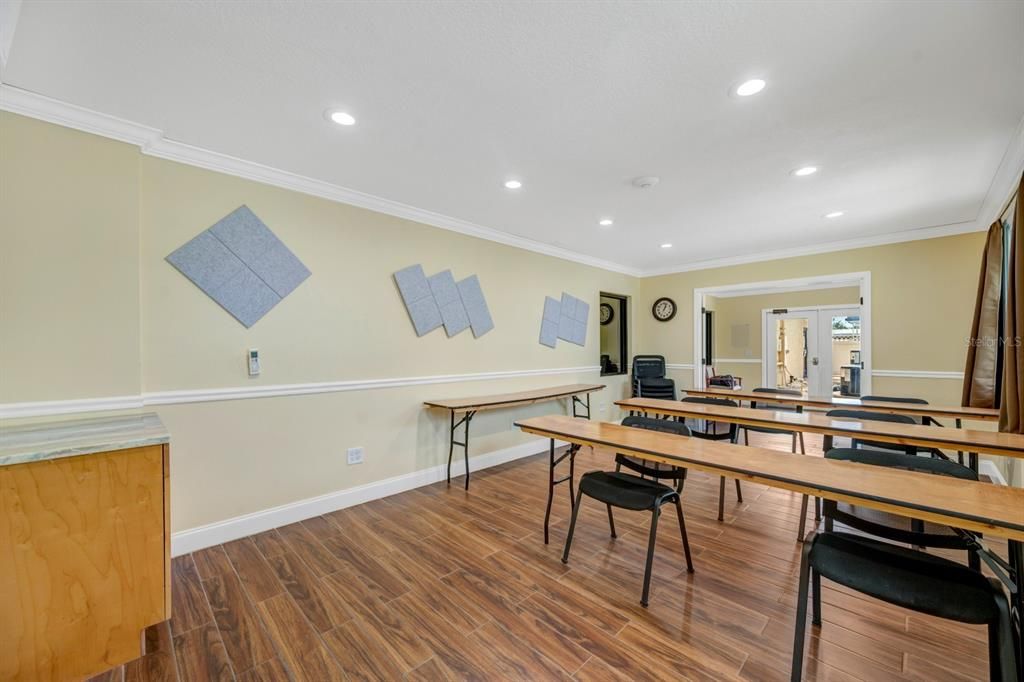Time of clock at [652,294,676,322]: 1:02
